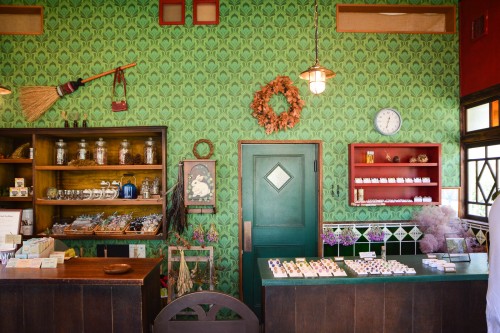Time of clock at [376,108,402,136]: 12:32
